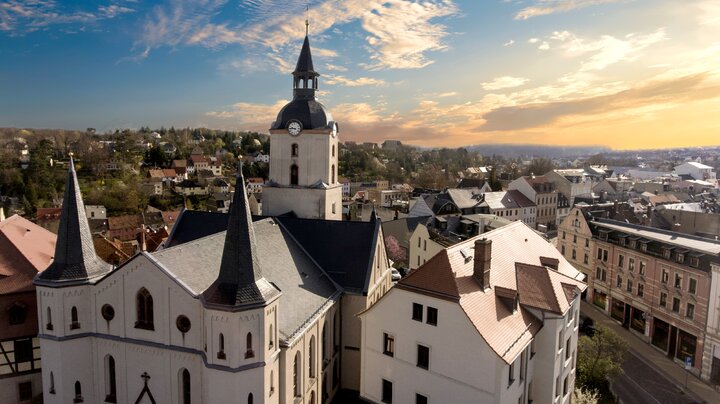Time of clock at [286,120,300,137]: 9:45
